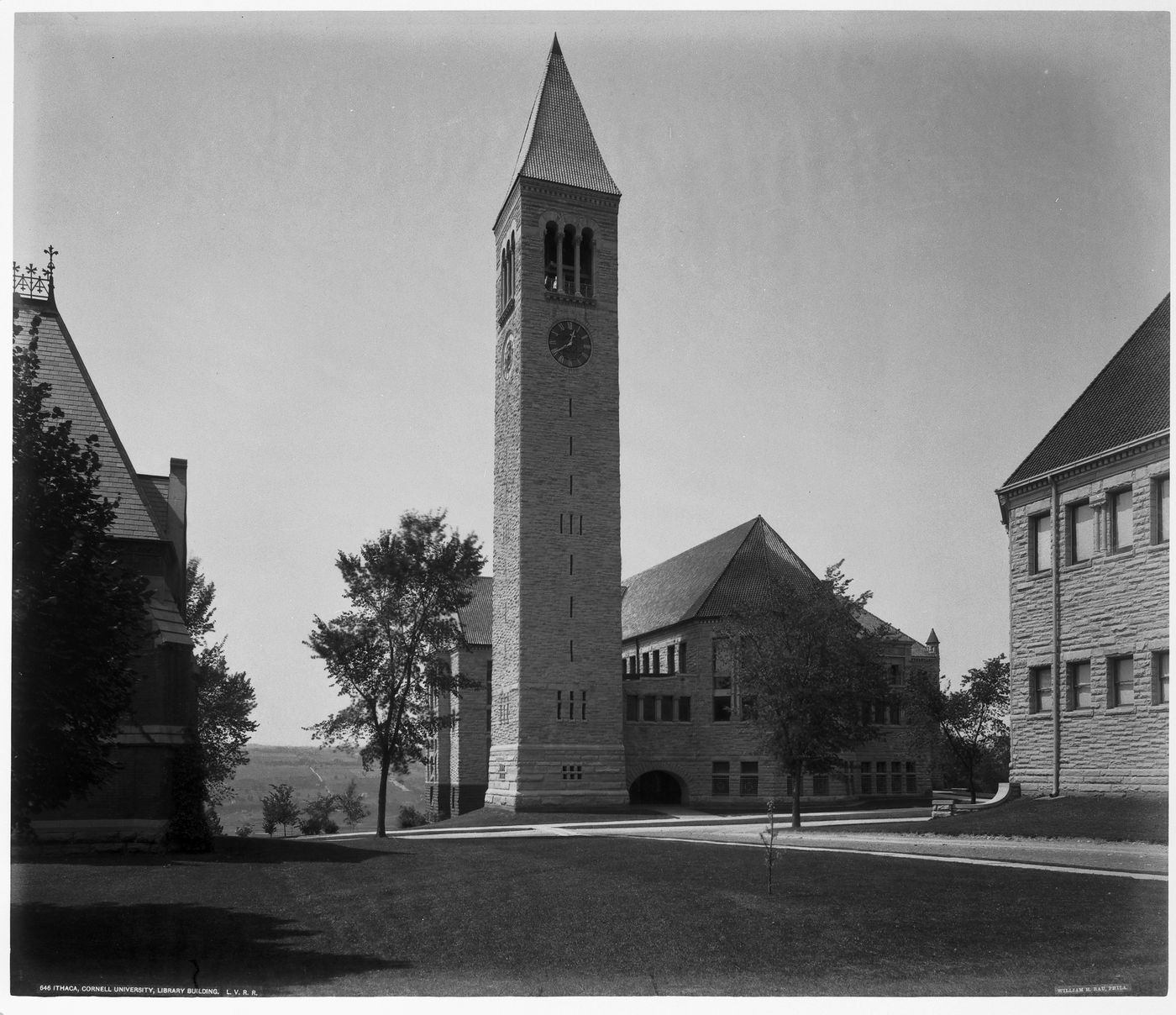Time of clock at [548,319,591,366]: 12:39
